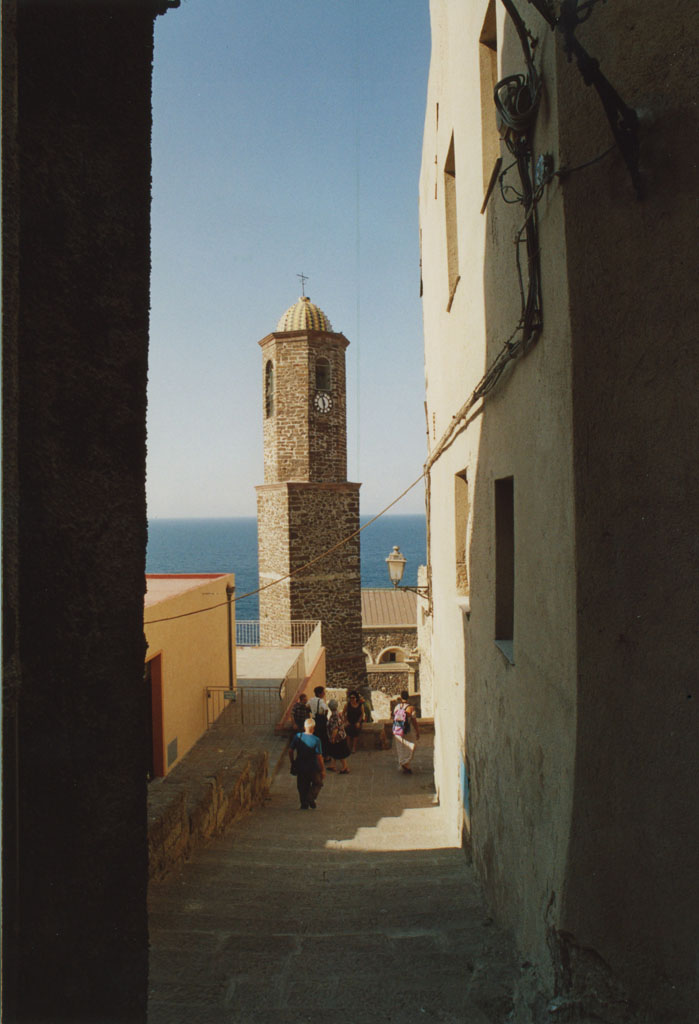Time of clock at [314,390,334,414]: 5:57
